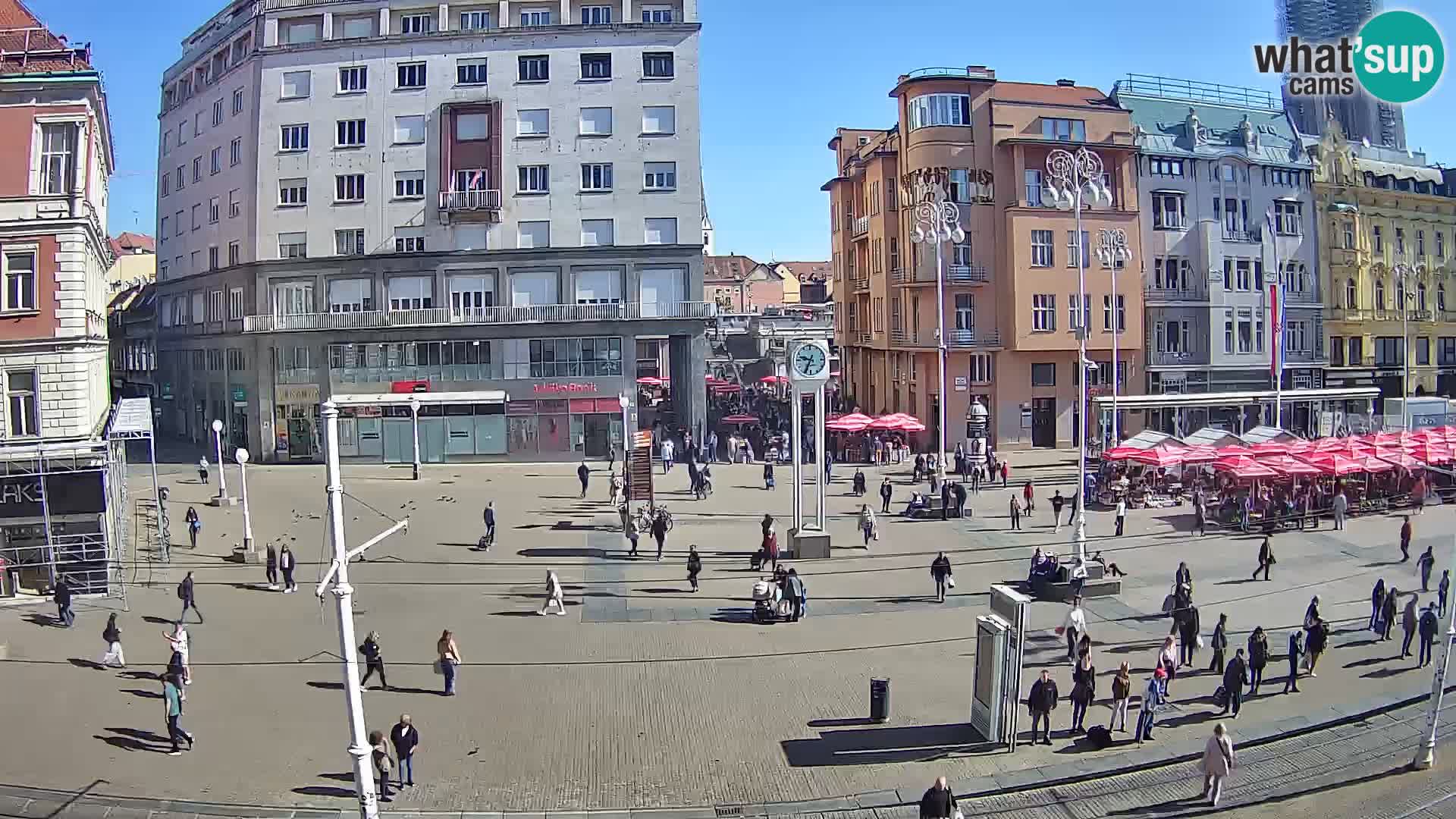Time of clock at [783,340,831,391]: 9:34
